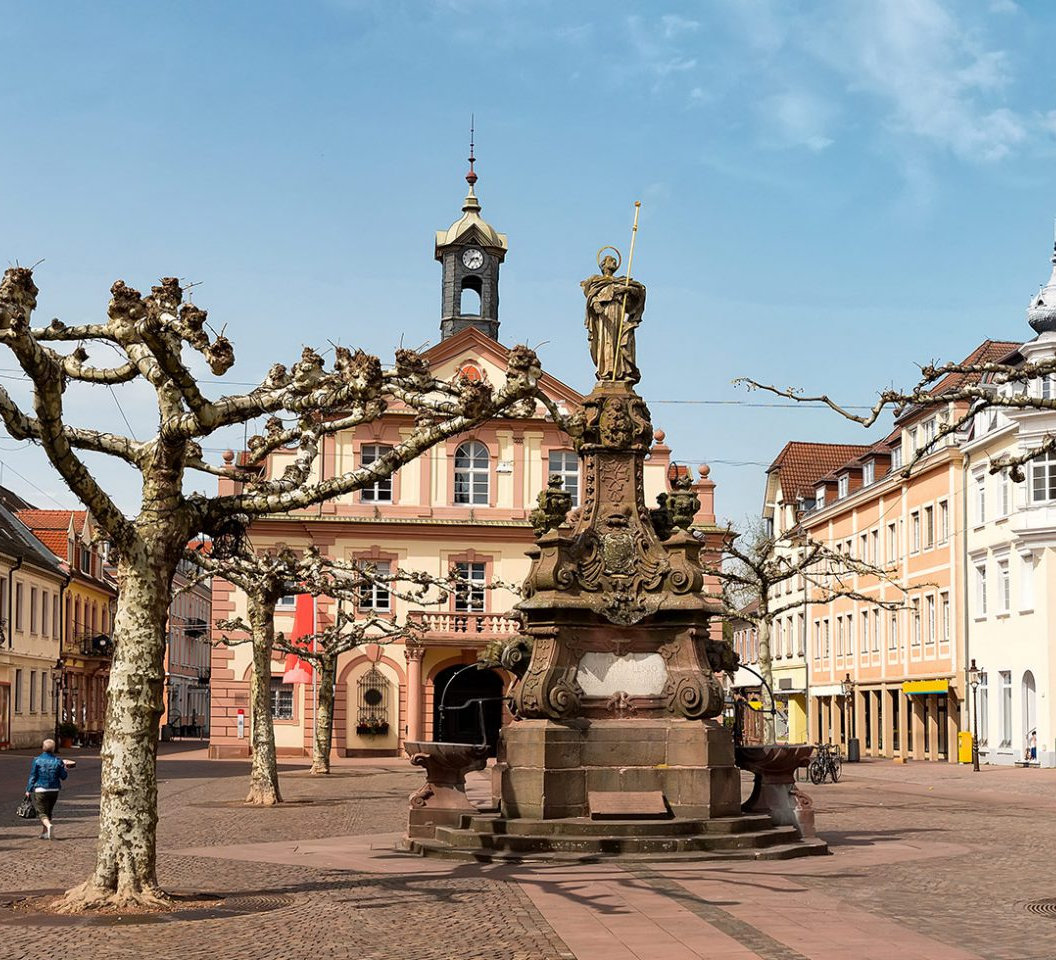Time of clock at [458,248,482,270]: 2:35
